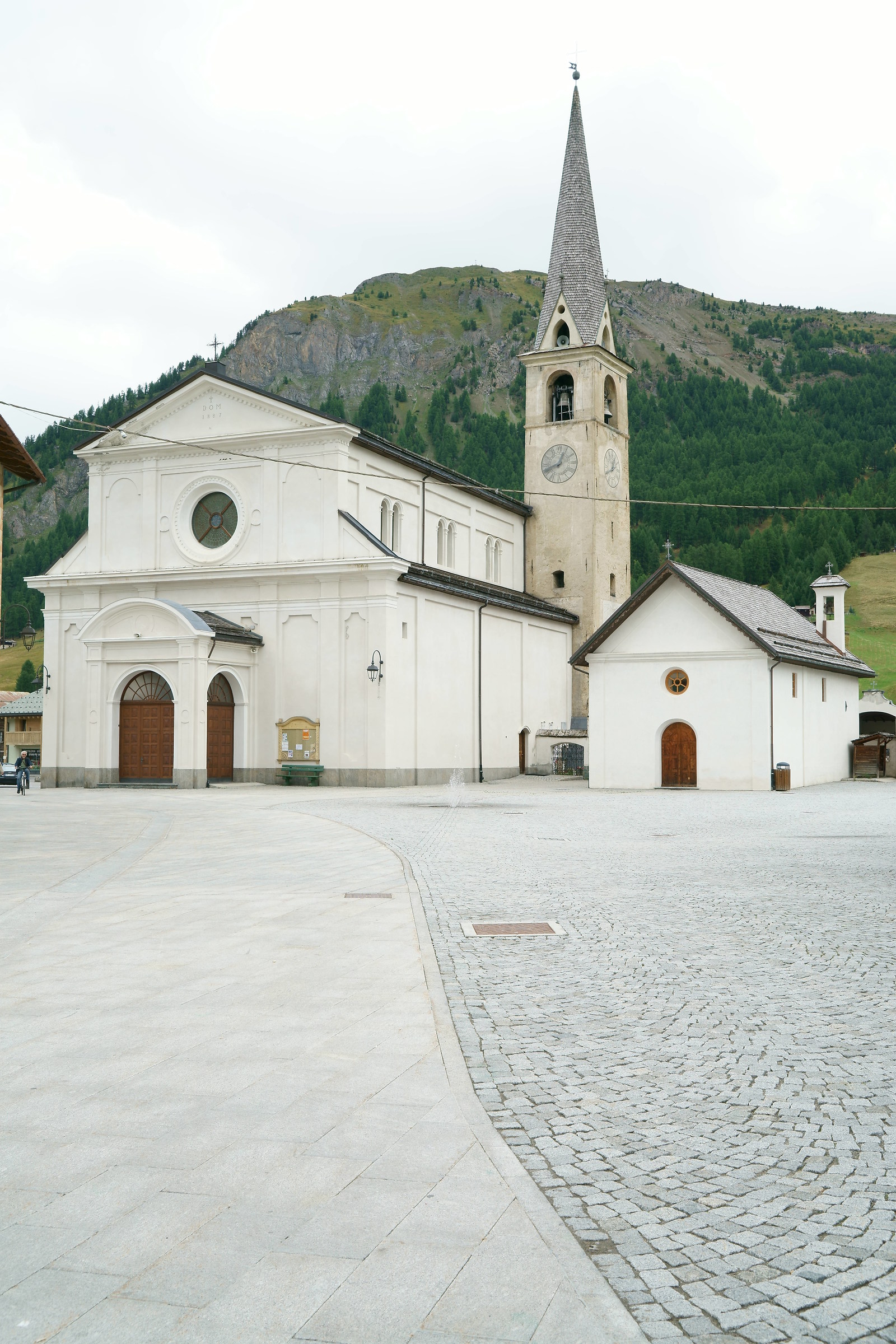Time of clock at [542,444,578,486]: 12:41
